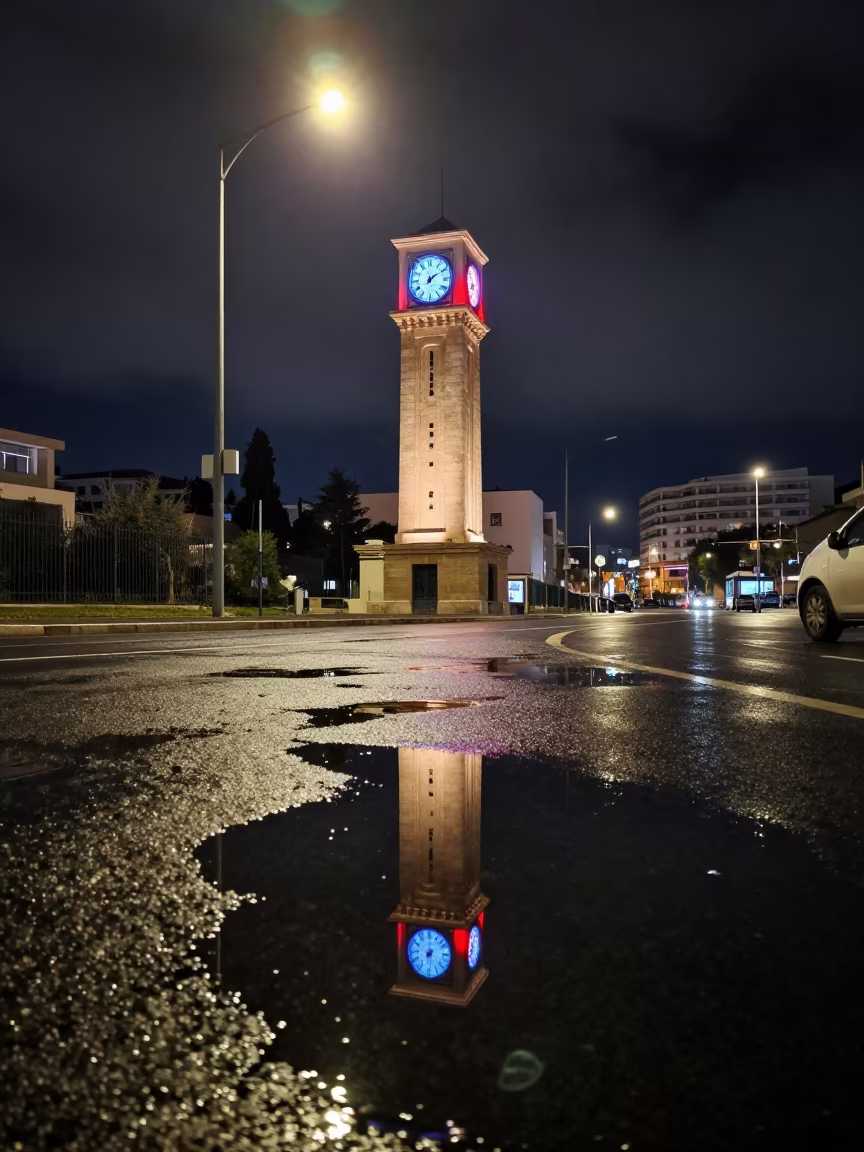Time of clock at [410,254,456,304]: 1:09
